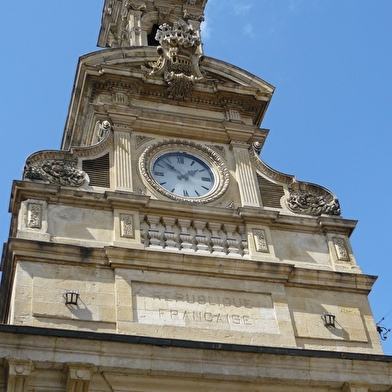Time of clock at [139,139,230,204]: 1:52
